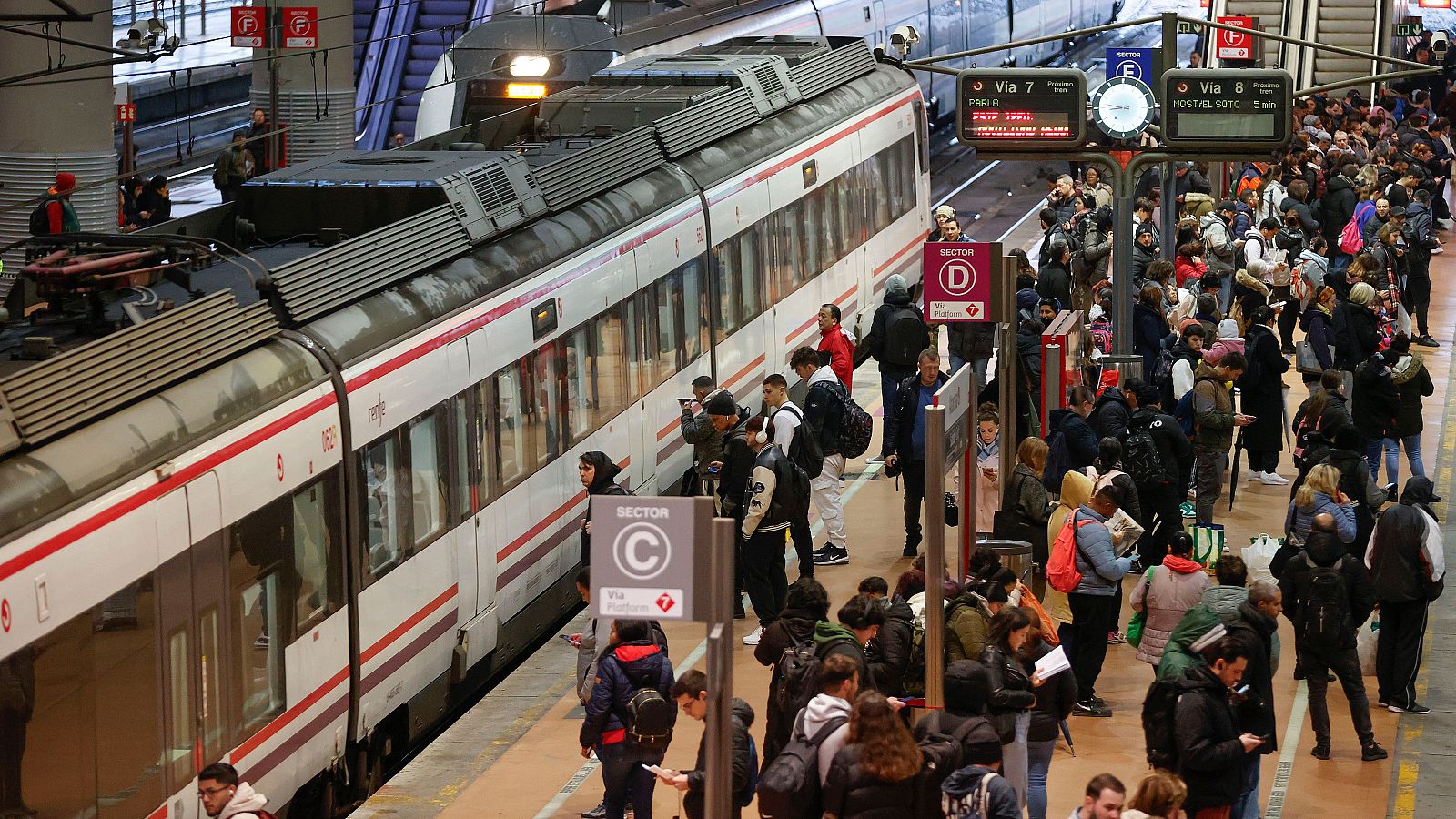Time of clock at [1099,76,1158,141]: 8:47
